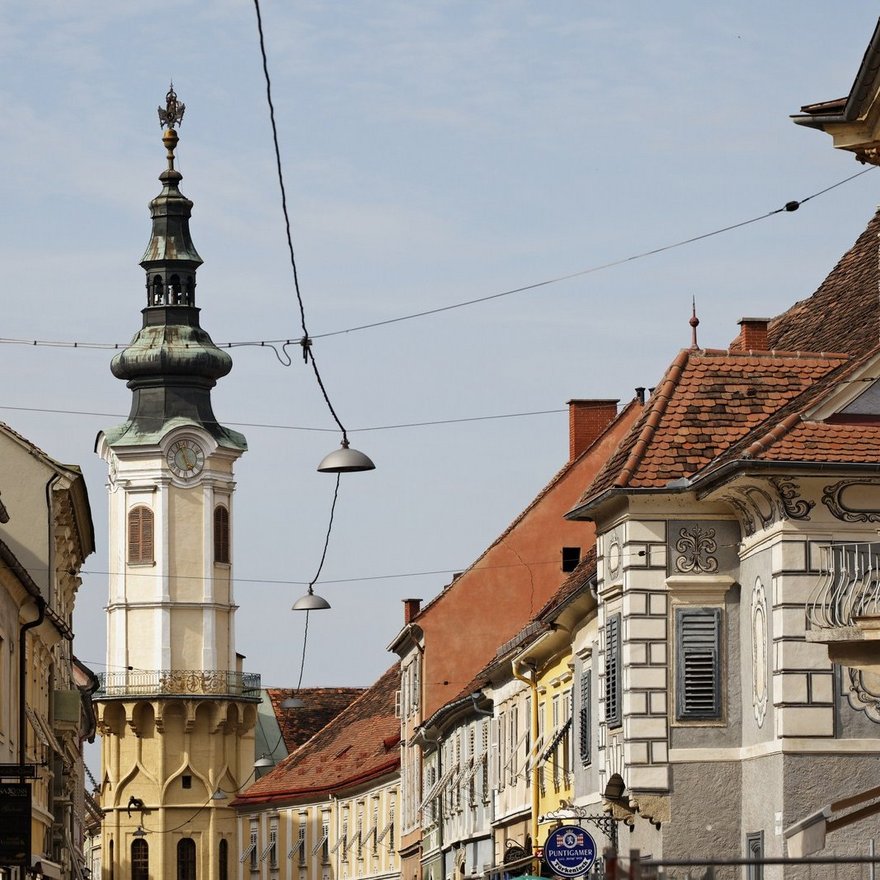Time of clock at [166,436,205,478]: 4:56
